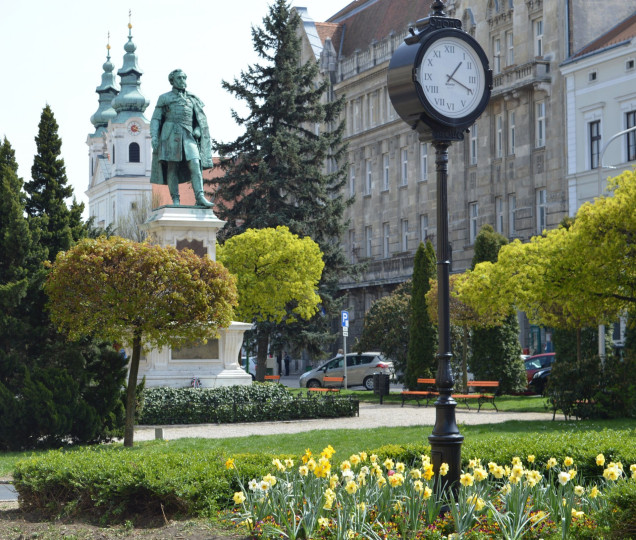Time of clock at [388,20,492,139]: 1:18
